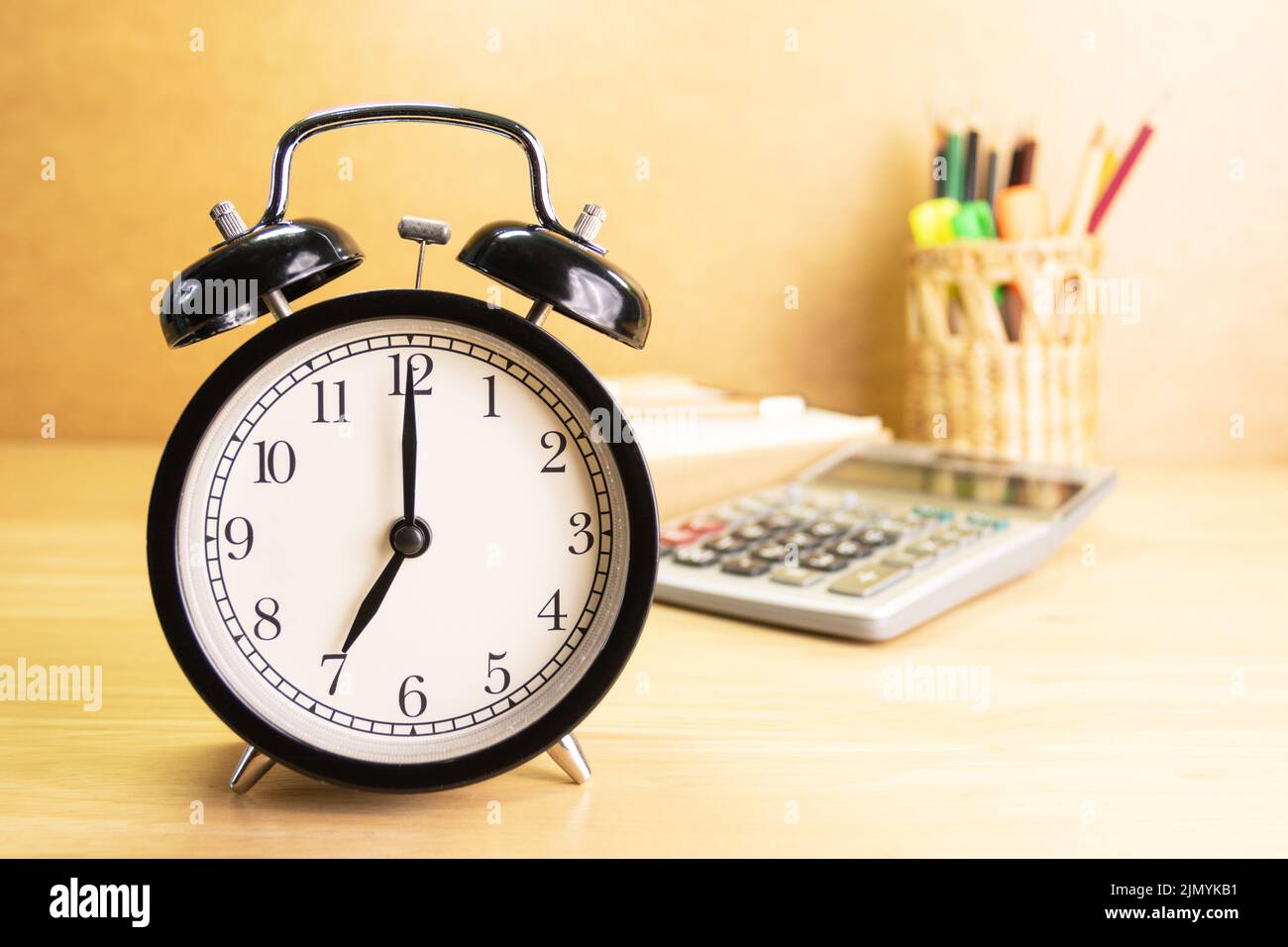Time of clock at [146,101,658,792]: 7:00
